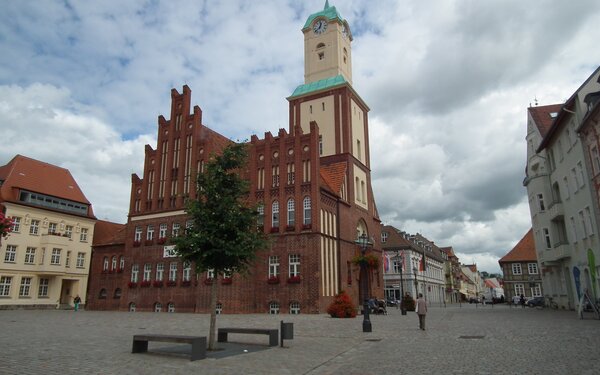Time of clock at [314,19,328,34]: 12:37
